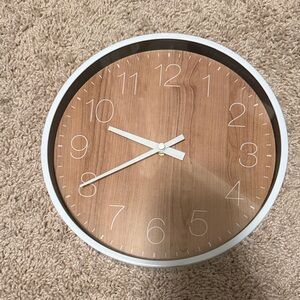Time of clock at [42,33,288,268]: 9:40
